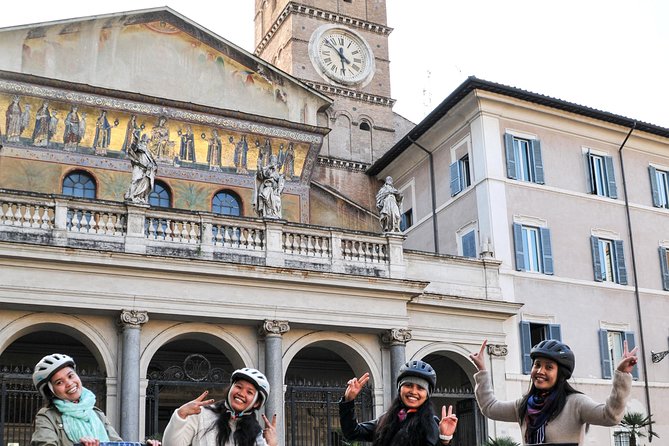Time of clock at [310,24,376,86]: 5:51
